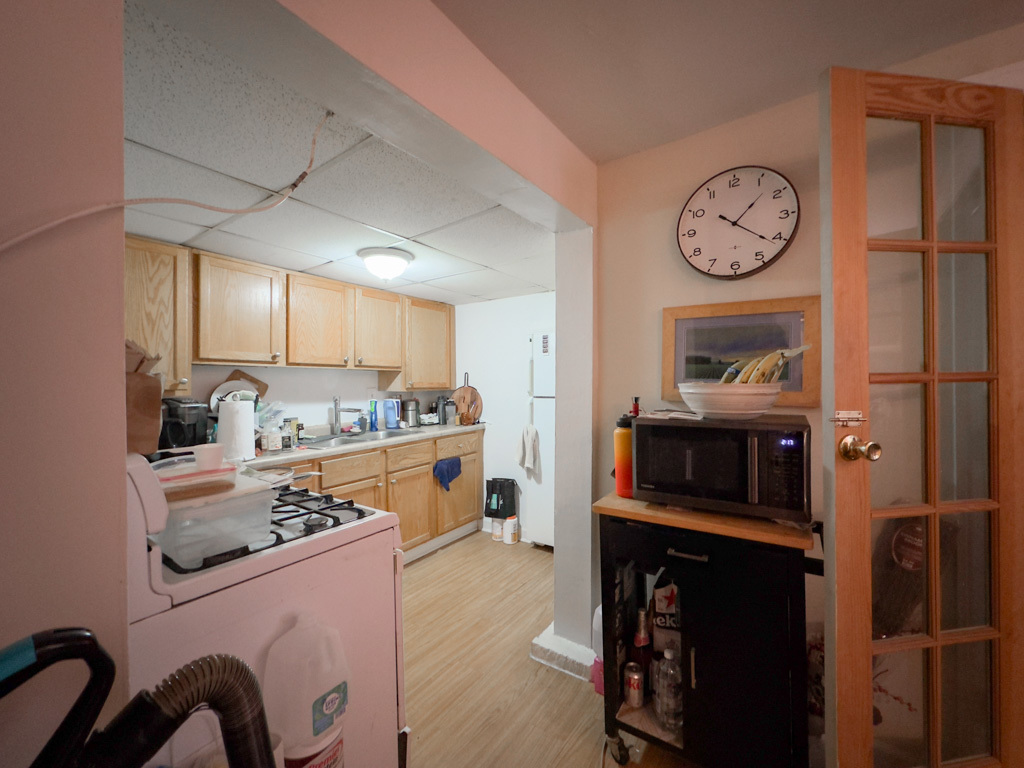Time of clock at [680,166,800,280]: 1:21
